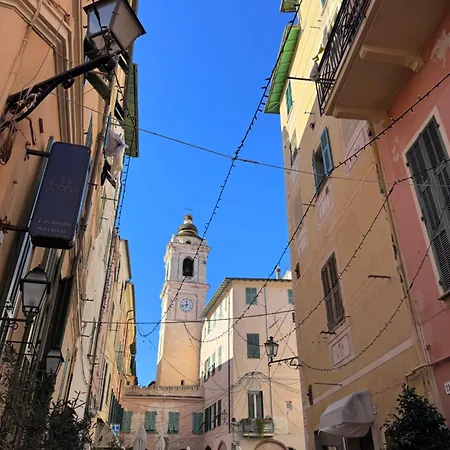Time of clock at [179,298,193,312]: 11:42
